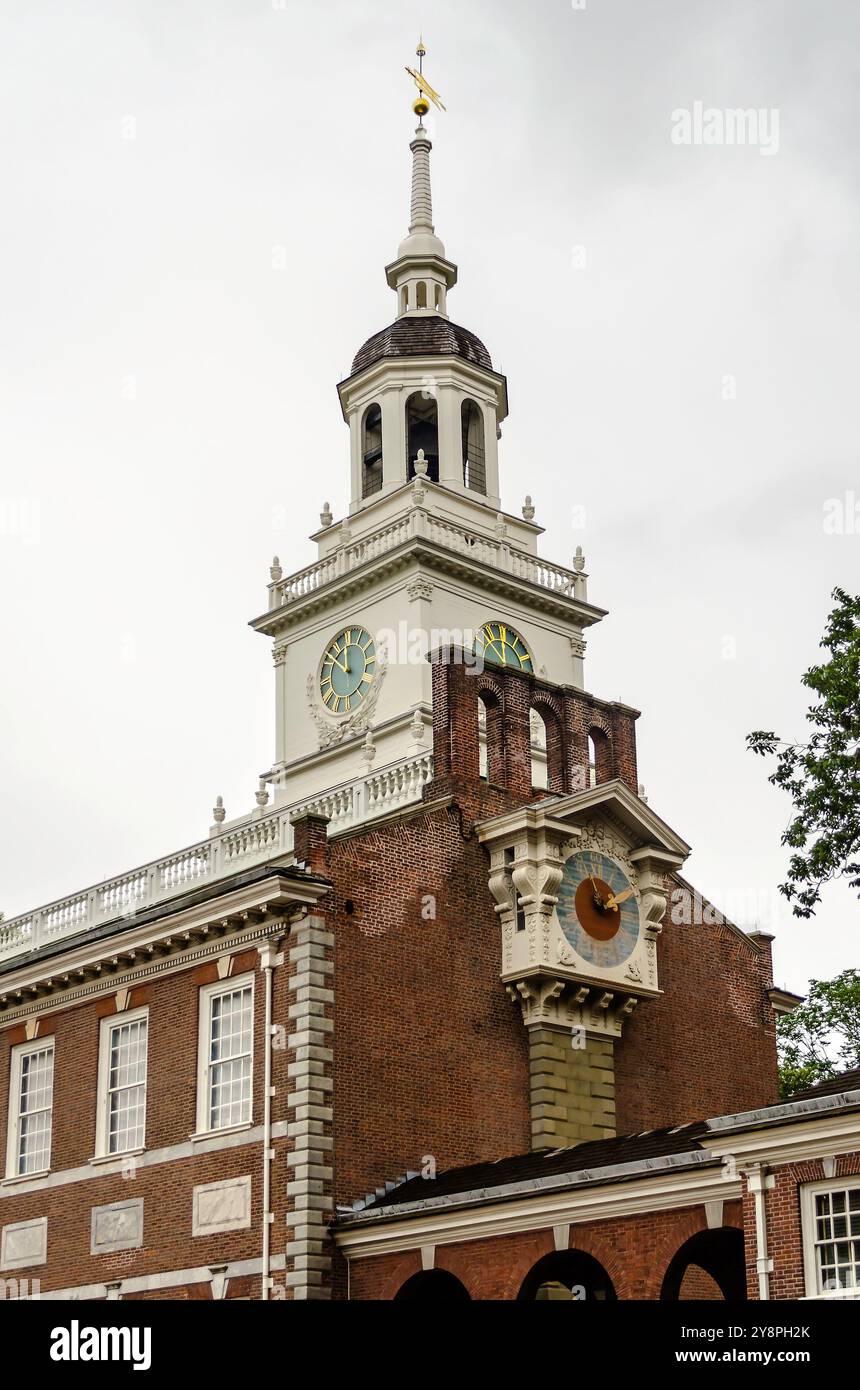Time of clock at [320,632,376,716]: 11:51
